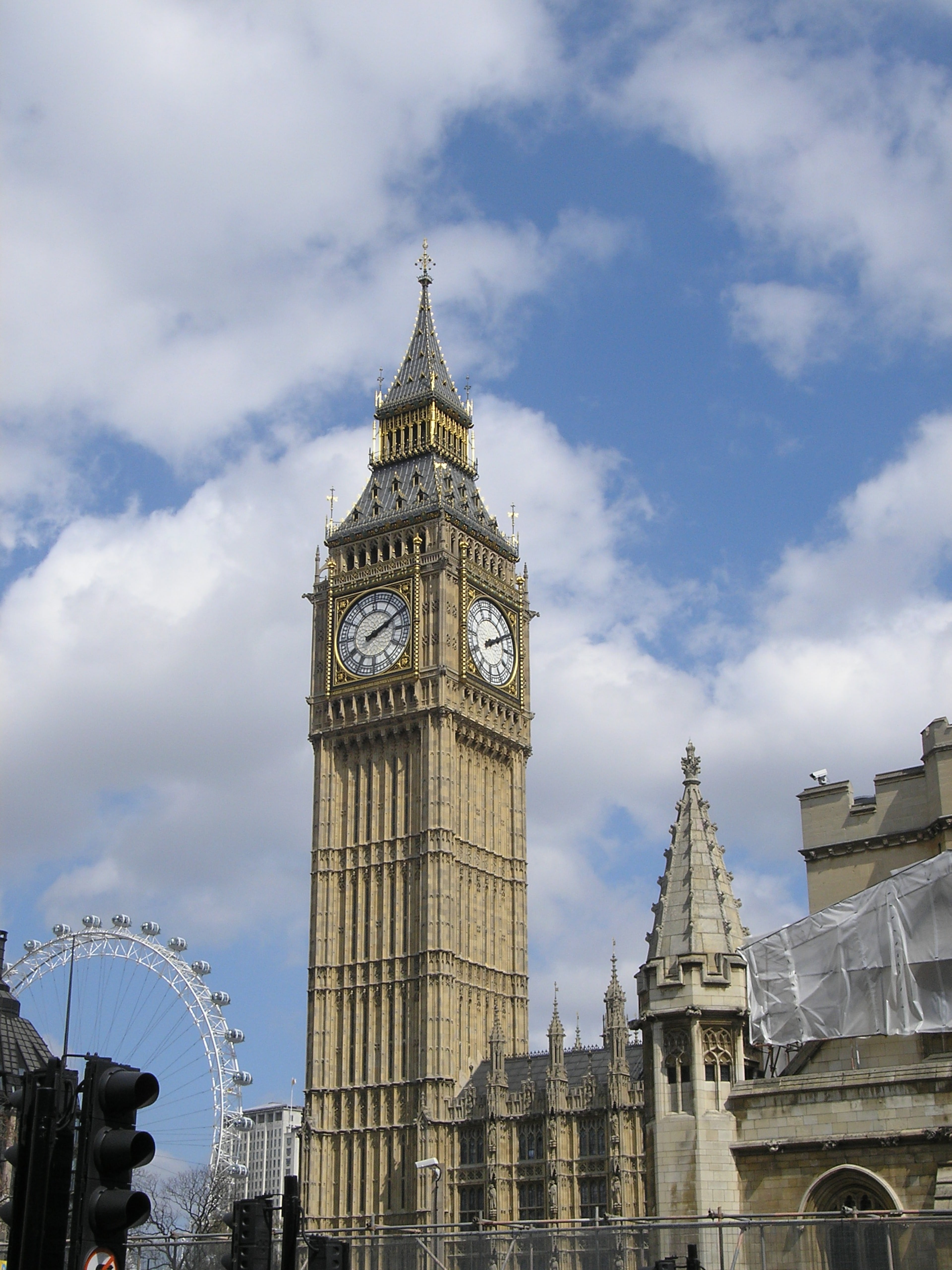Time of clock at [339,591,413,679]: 2:10
